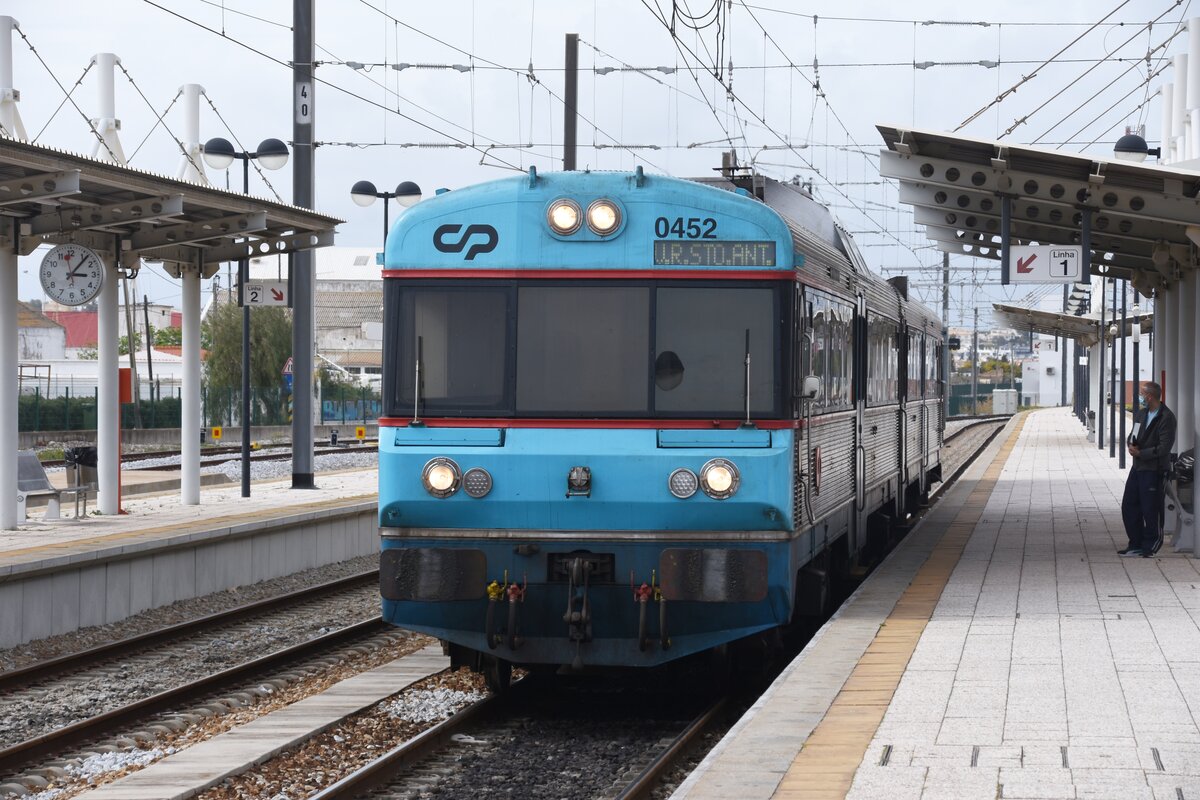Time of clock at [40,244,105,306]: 3:06
